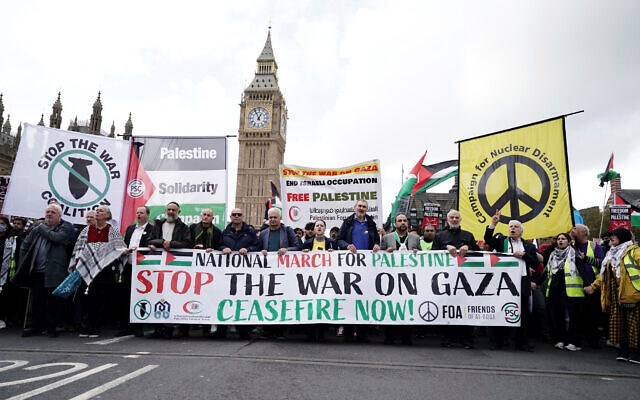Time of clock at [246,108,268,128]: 12:55
